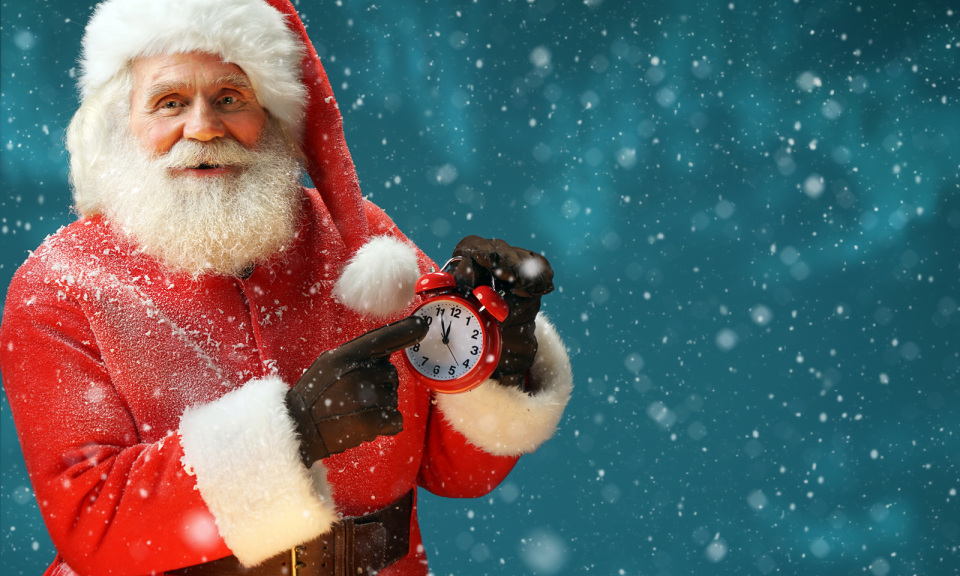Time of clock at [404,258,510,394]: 11:55
